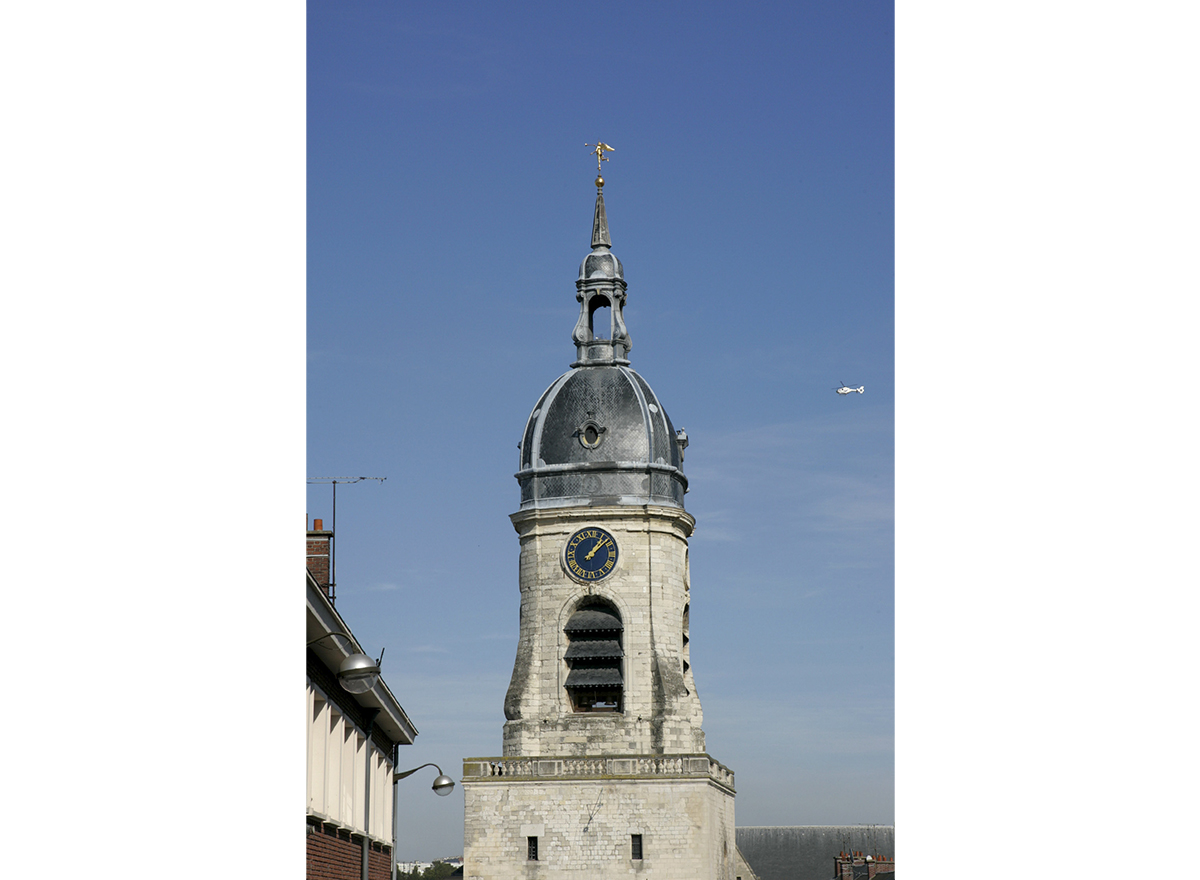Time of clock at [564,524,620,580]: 1:08
